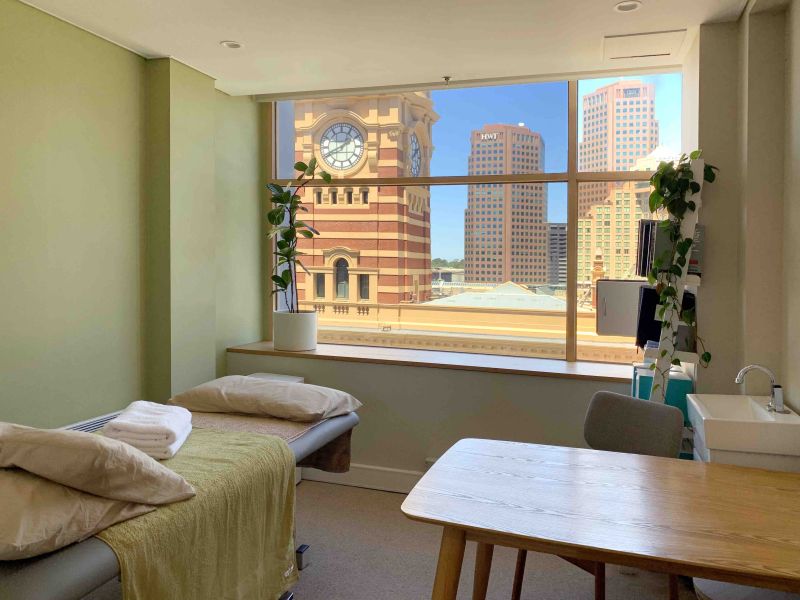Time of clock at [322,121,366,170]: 1:41
